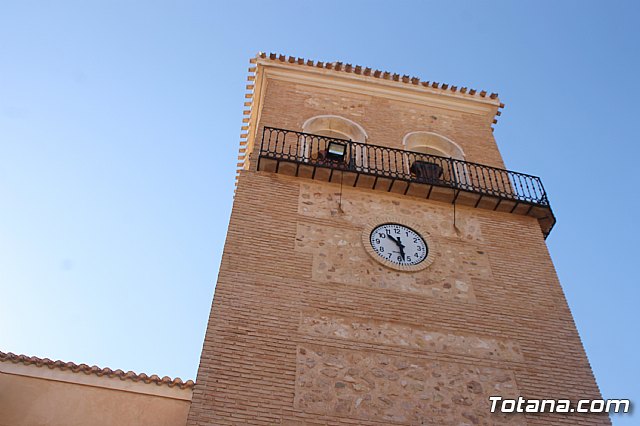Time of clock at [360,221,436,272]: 10:28
